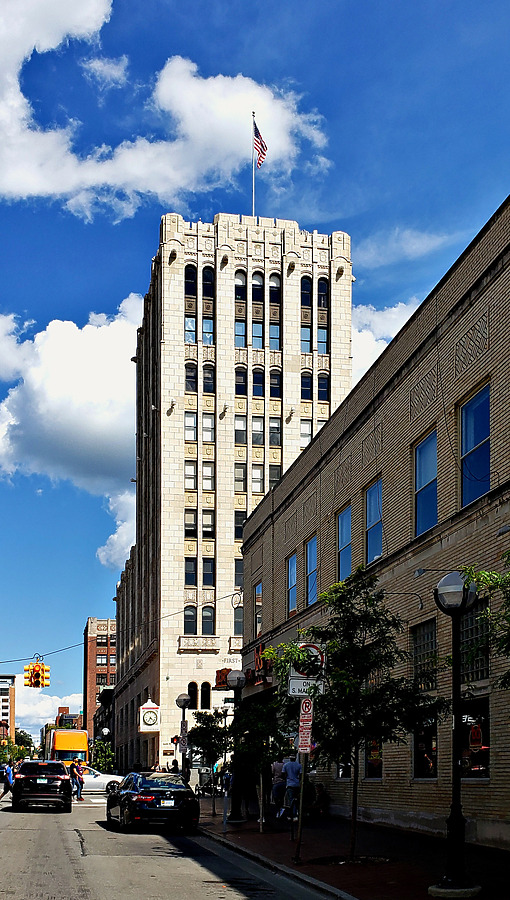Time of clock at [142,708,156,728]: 4:34
